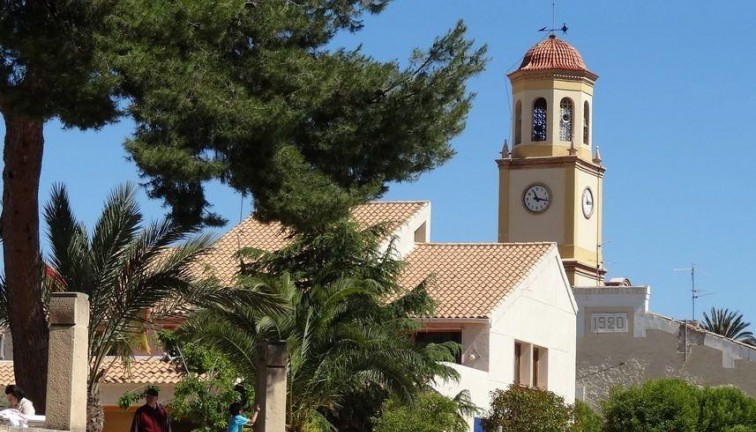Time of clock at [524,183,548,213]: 11:16
